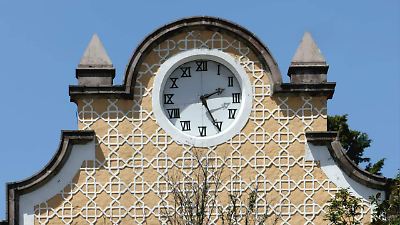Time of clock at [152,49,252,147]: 2:25
